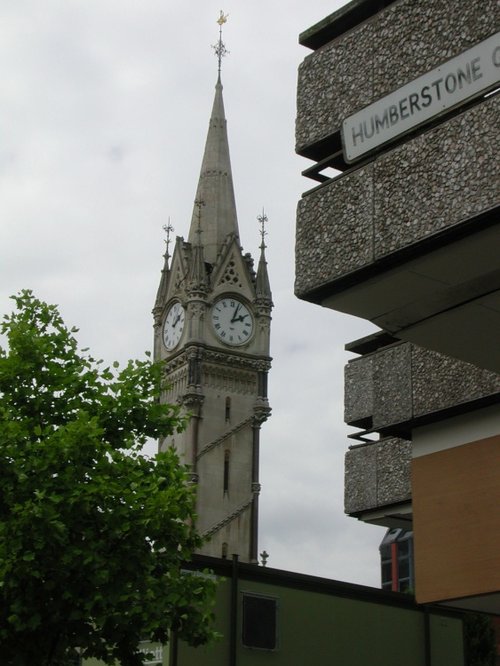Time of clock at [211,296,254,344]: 2:03
